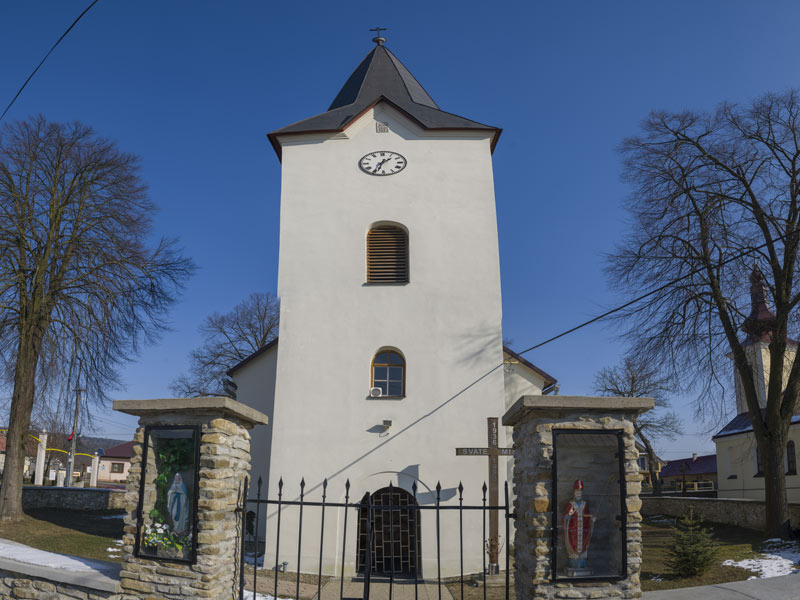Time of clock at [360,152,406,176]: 1:33
